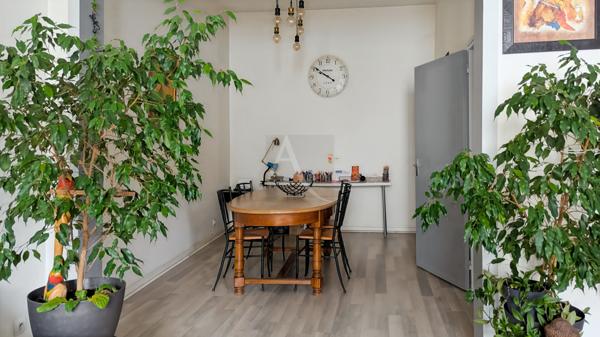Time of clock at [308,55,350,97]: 9:50
